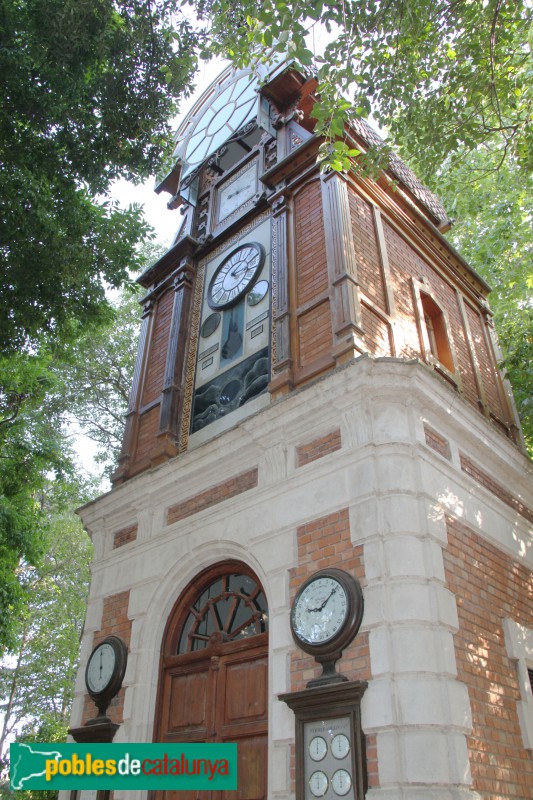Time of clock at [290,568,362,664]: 9:07
